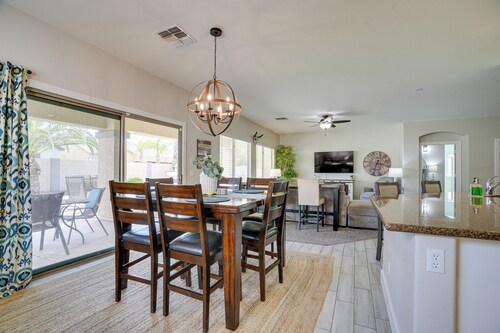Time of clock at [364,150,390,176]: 3:32
